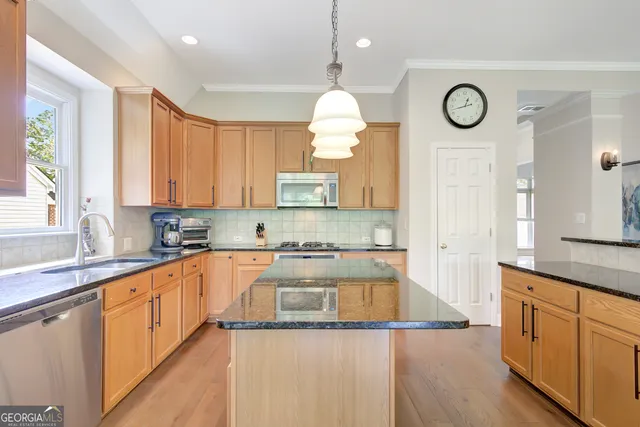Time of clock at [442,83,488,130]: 12:42
